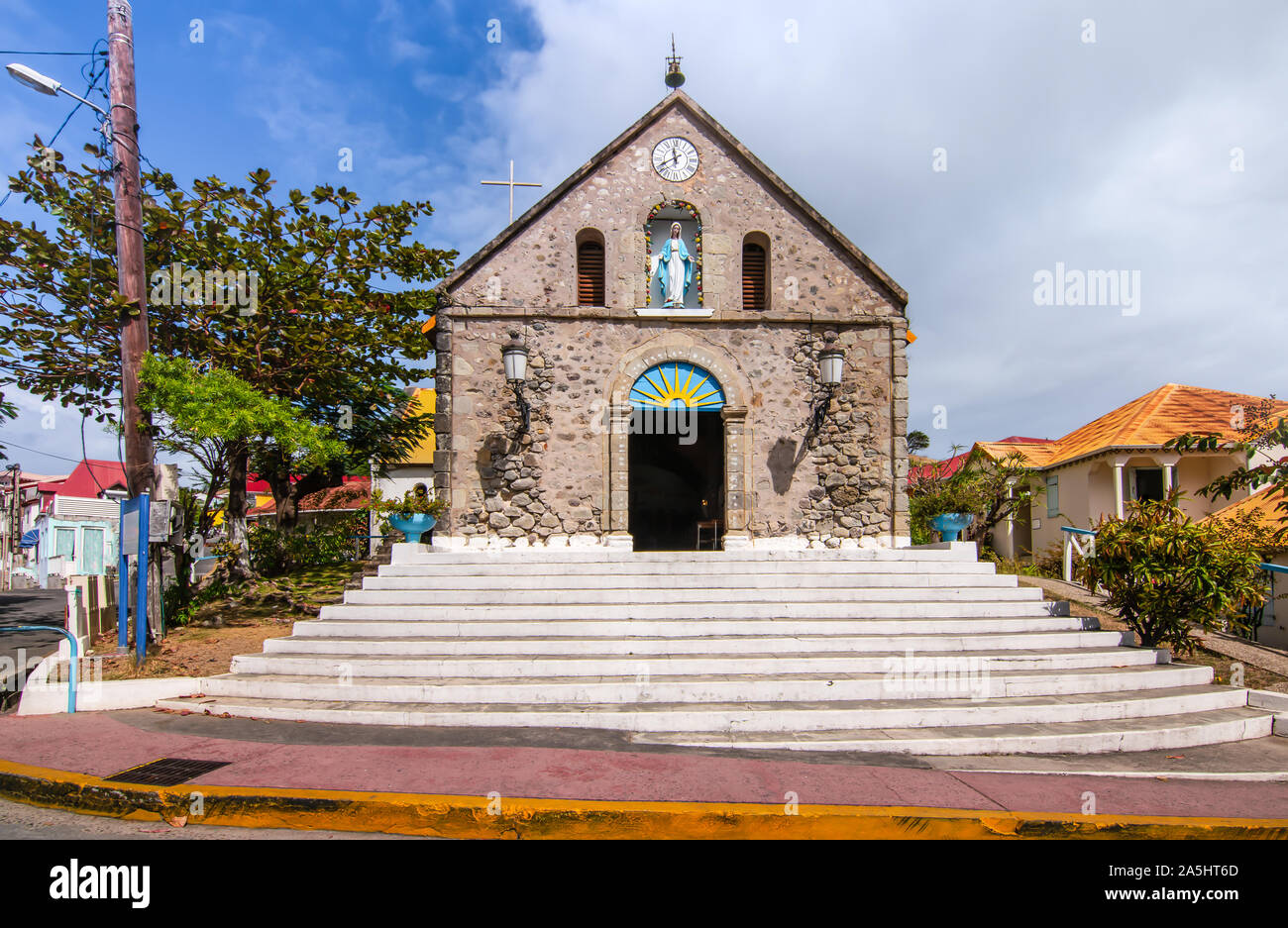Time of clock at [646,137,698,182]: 11:40
